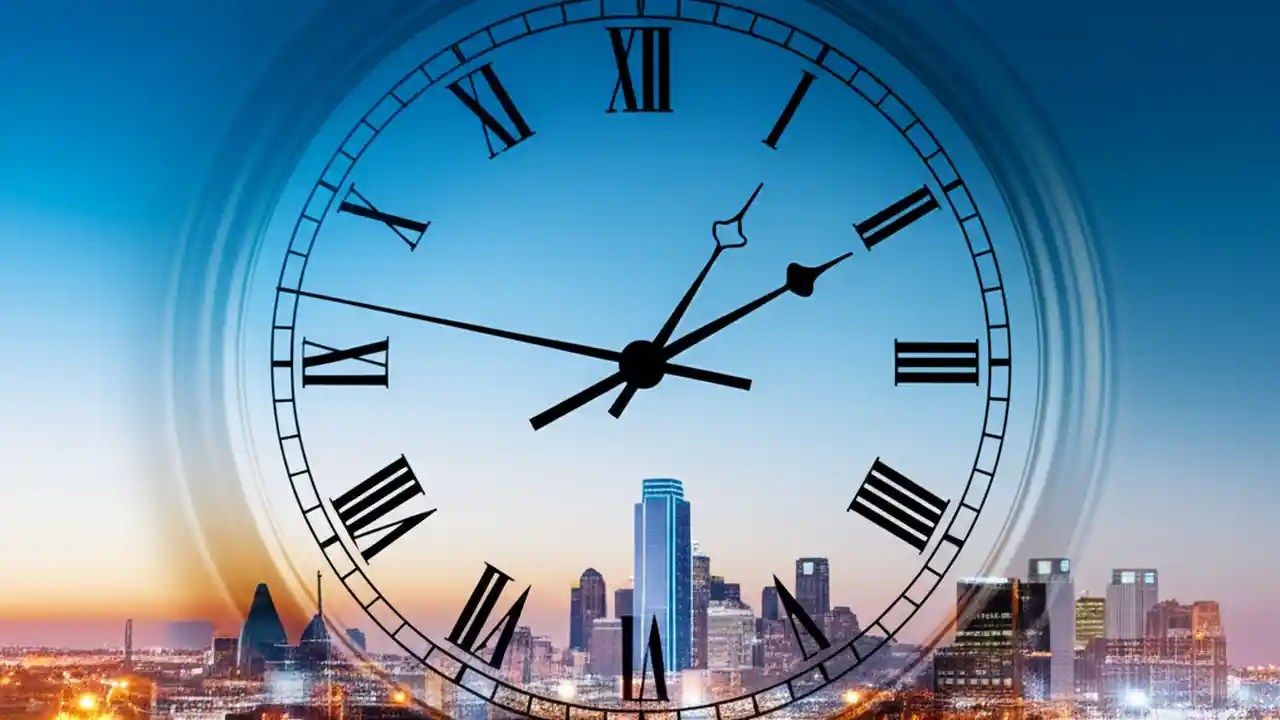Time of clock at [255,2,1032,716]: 1:10
